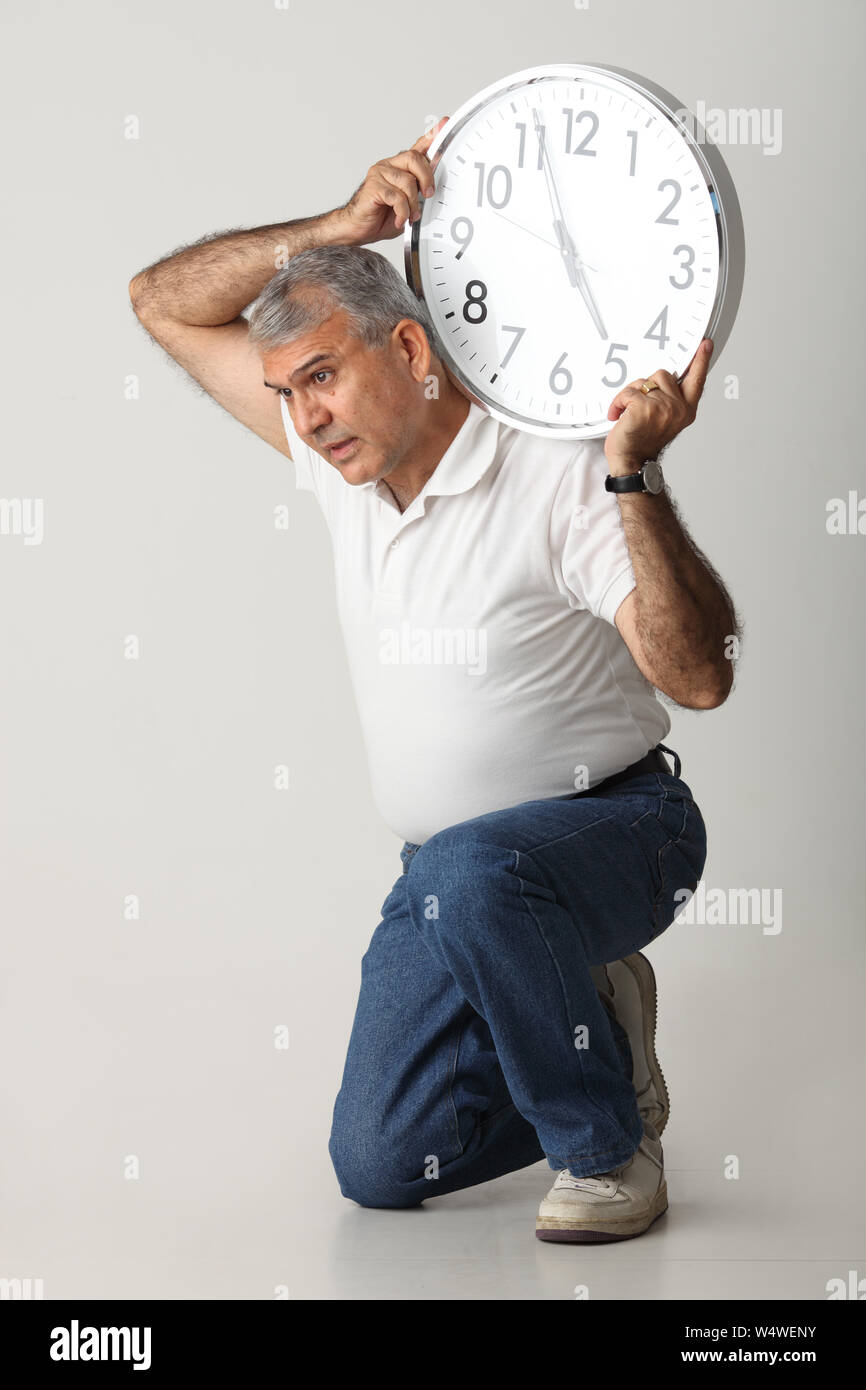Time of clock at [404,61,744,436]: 4:56
